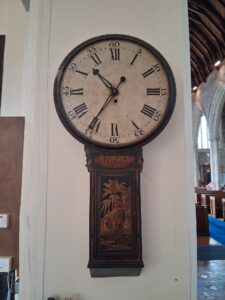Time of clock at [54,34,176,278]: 10:35
